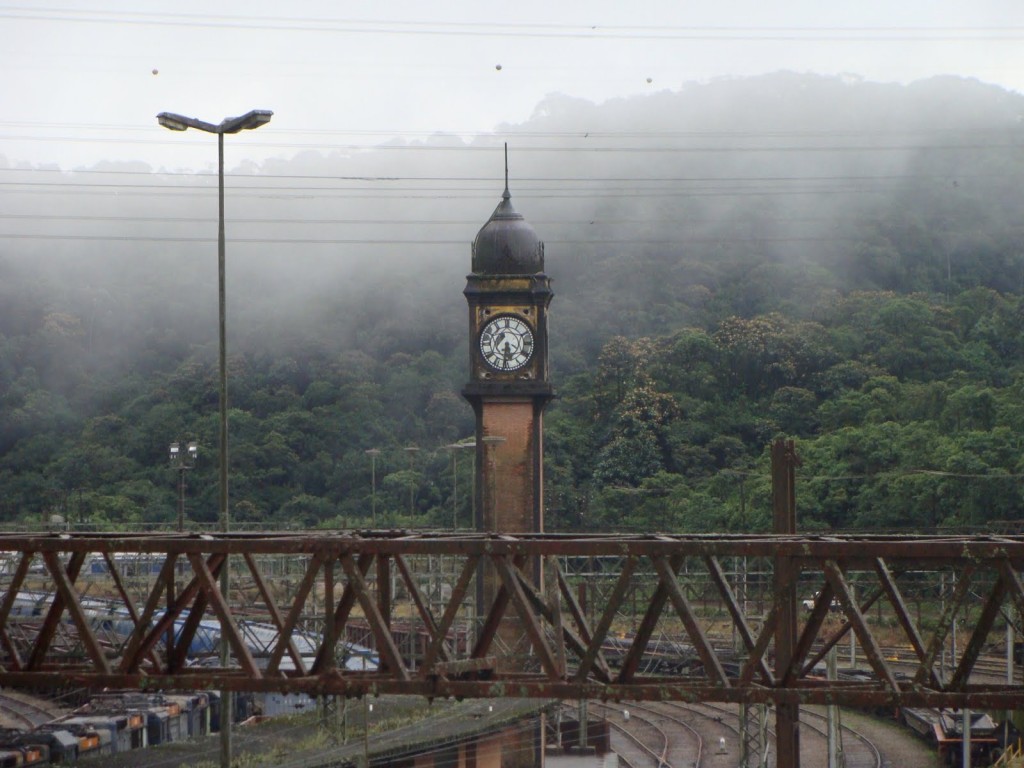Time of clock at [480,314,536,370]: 5:31
